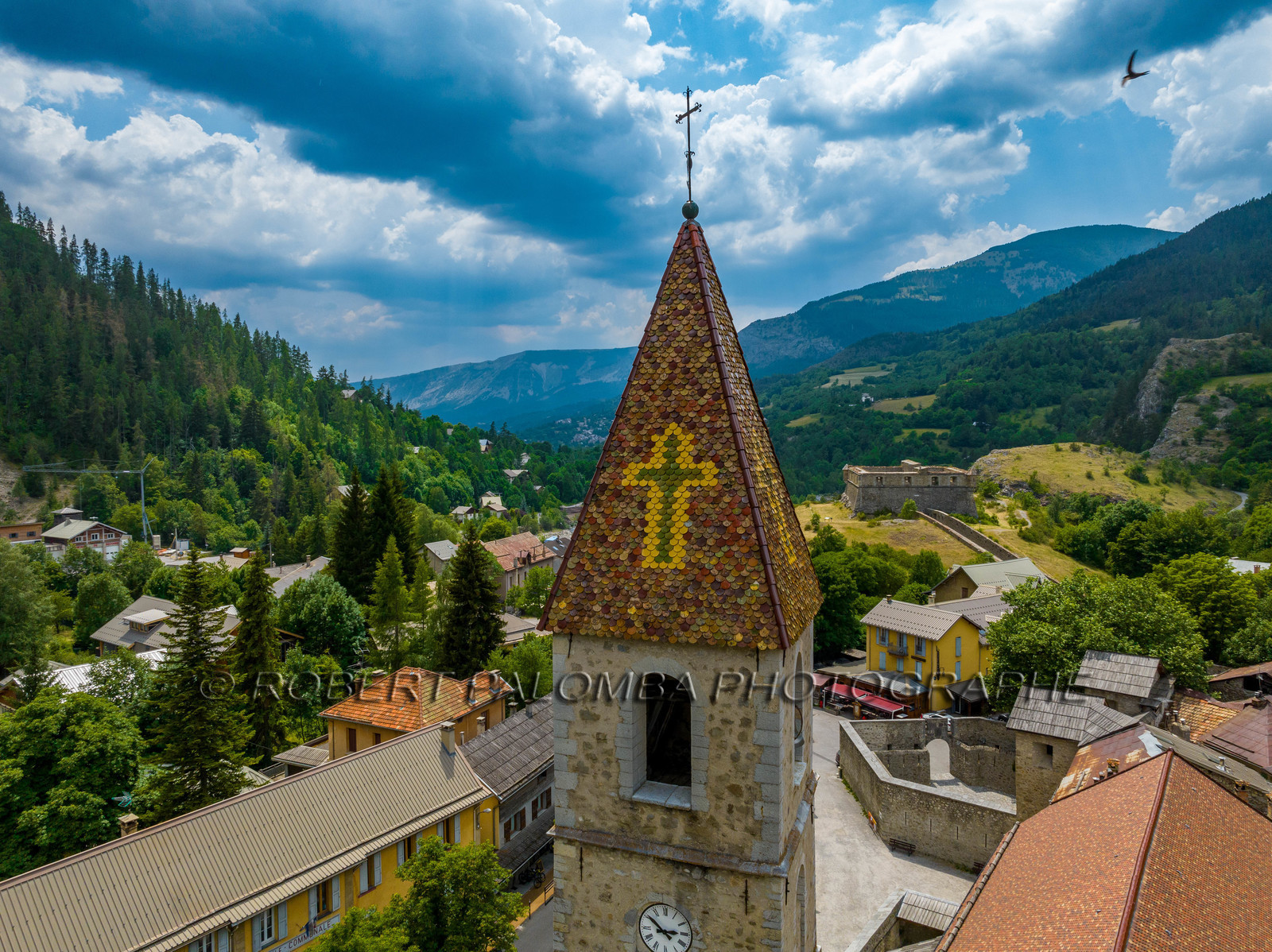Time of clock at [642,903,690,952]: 2:50
